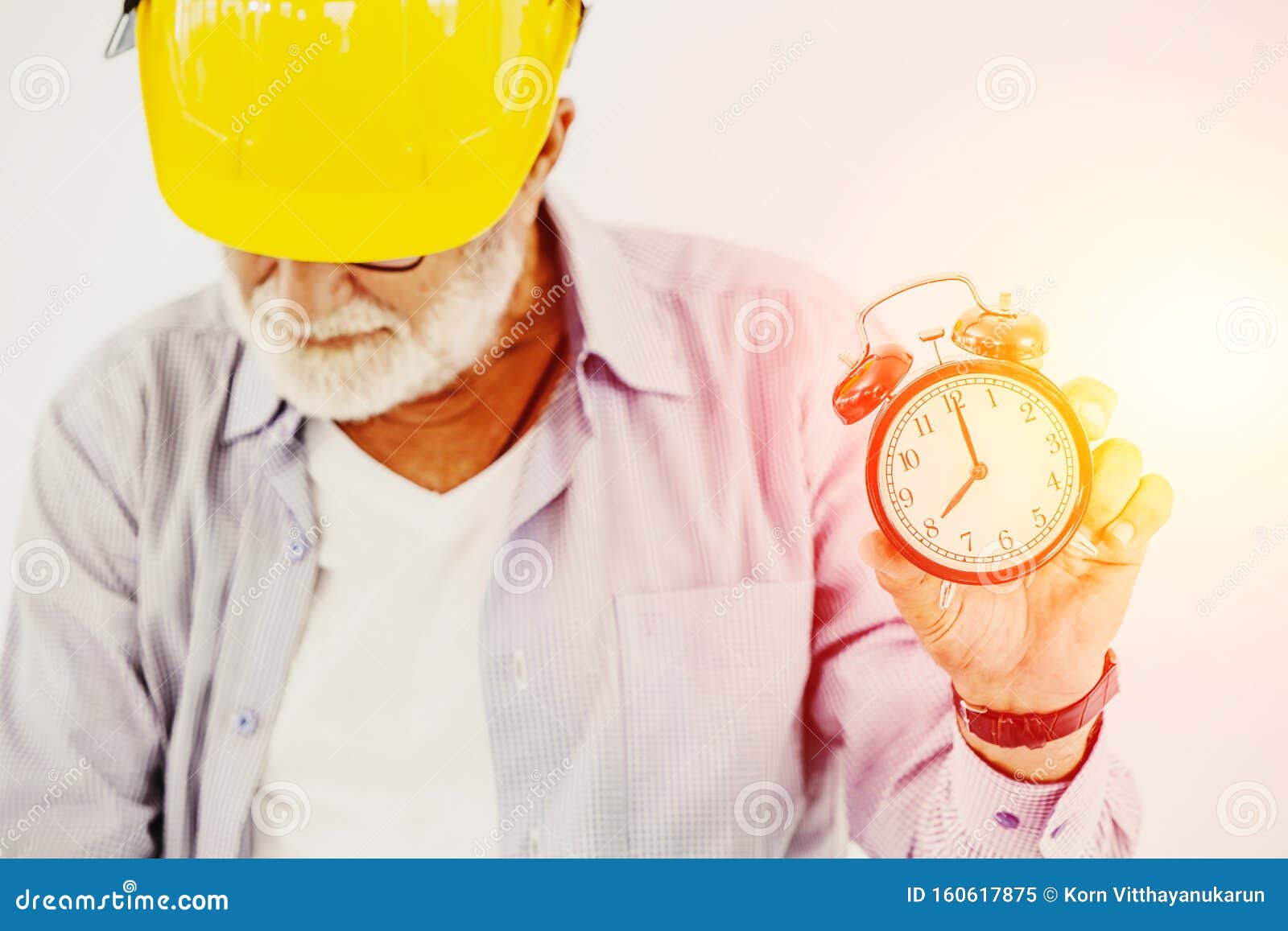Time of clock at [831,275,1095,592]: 8:00
